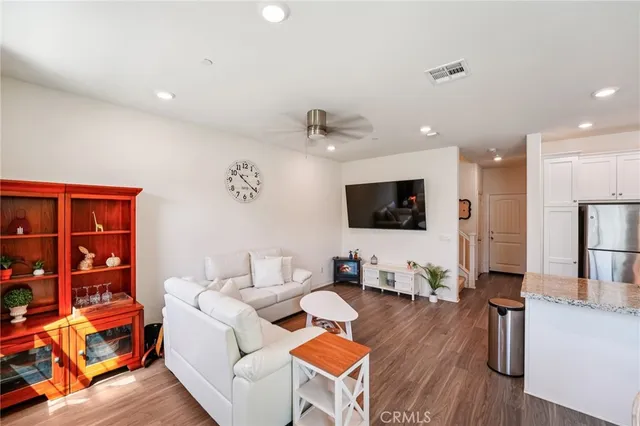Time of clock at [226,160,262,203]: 10:20
